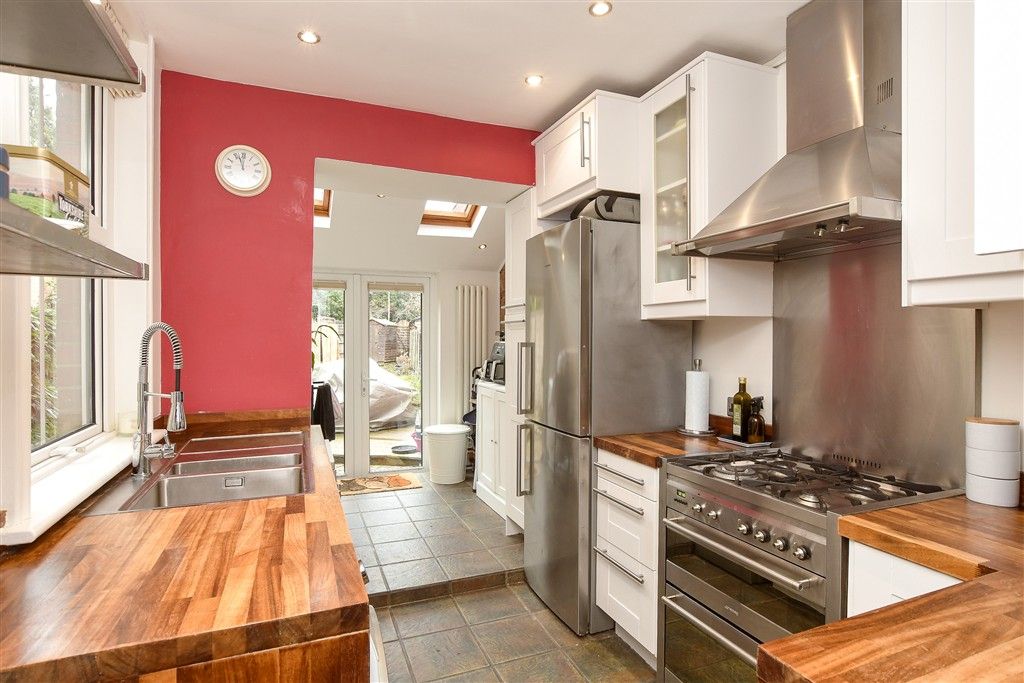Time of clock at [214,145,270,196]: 11:56
